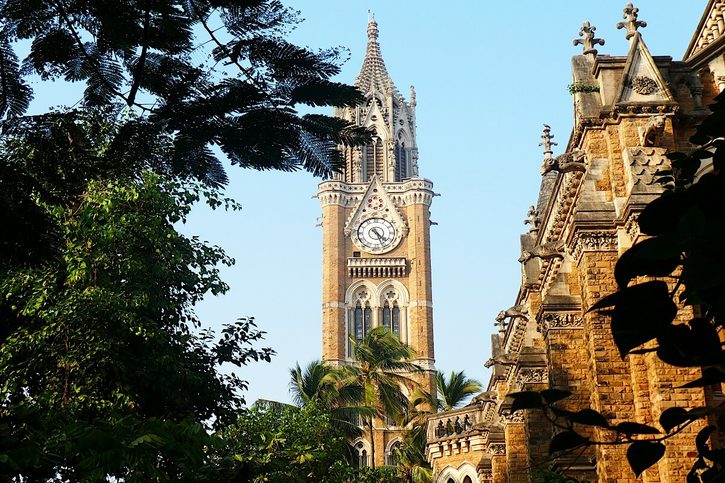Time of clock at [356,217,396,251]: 4:26
